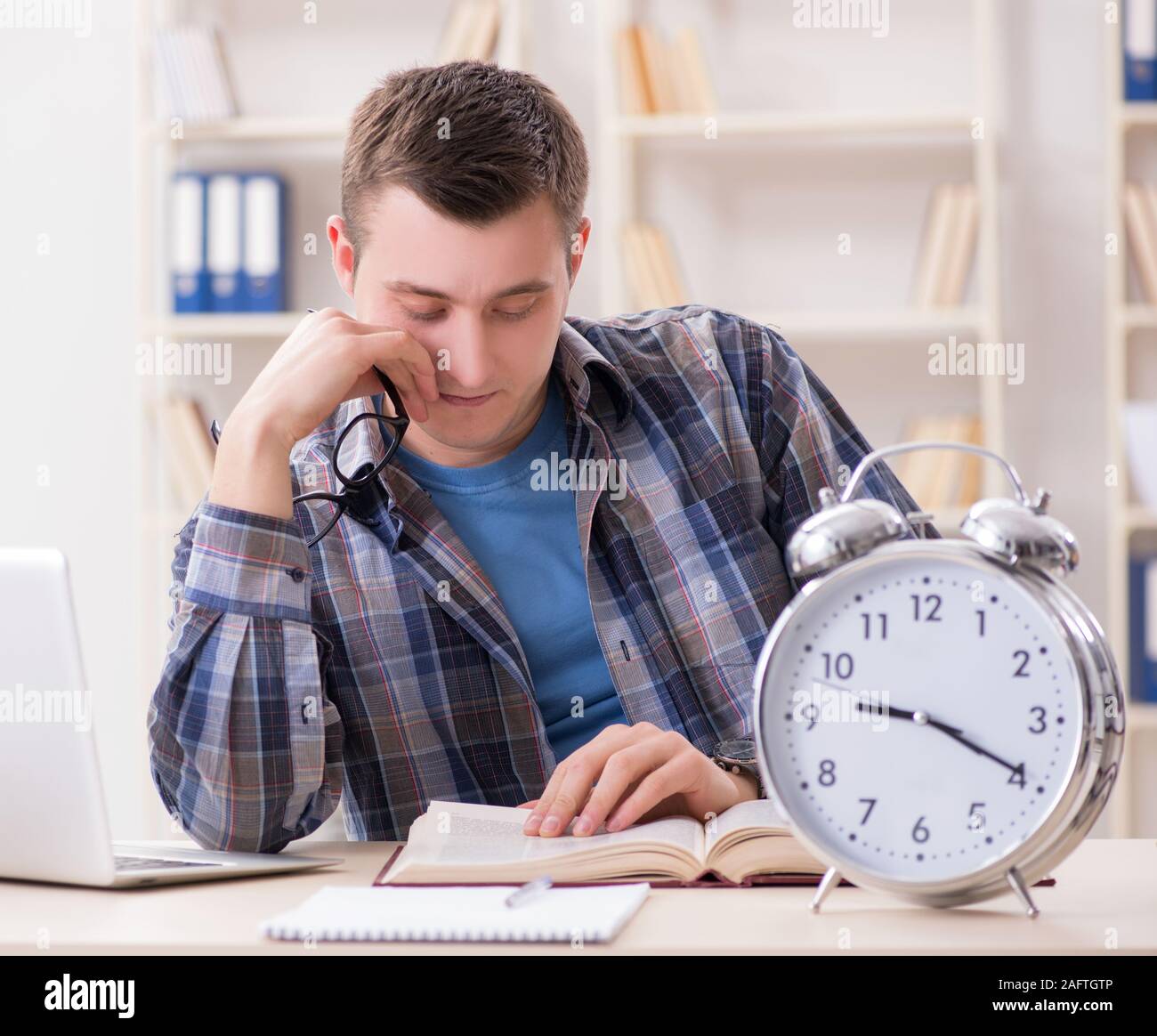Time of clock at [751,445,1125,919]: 9:19
